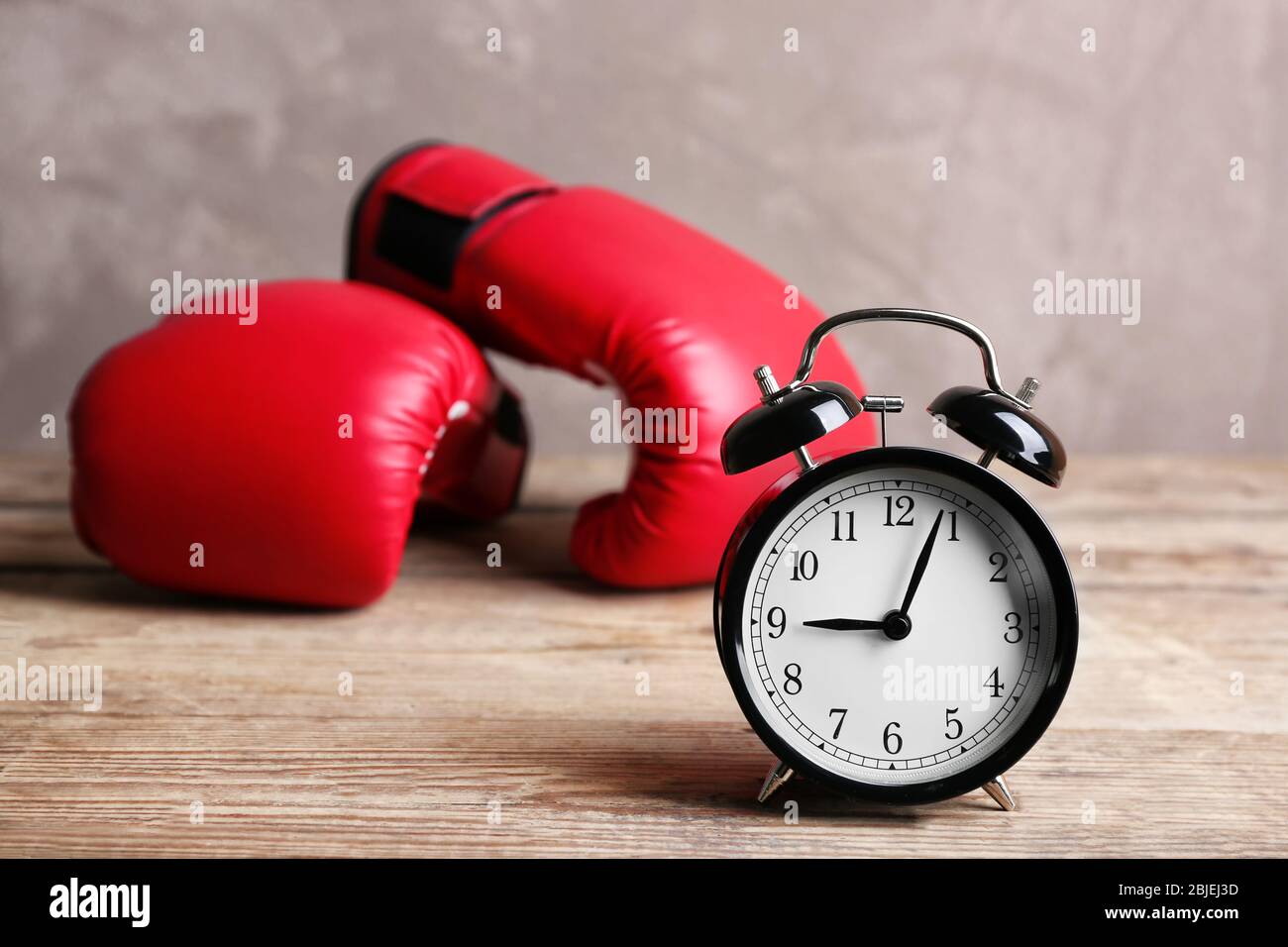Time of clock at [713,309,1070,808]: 9:03
